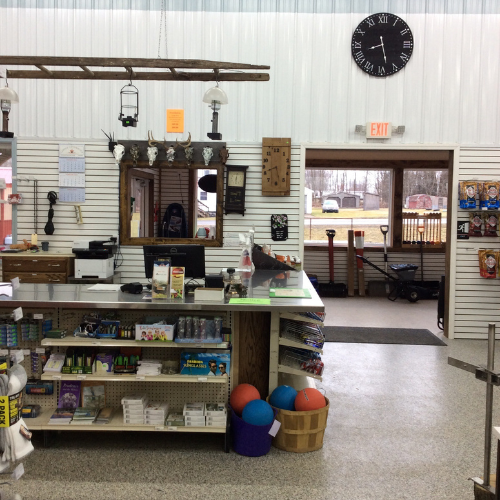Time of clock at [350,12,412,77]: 8:28
